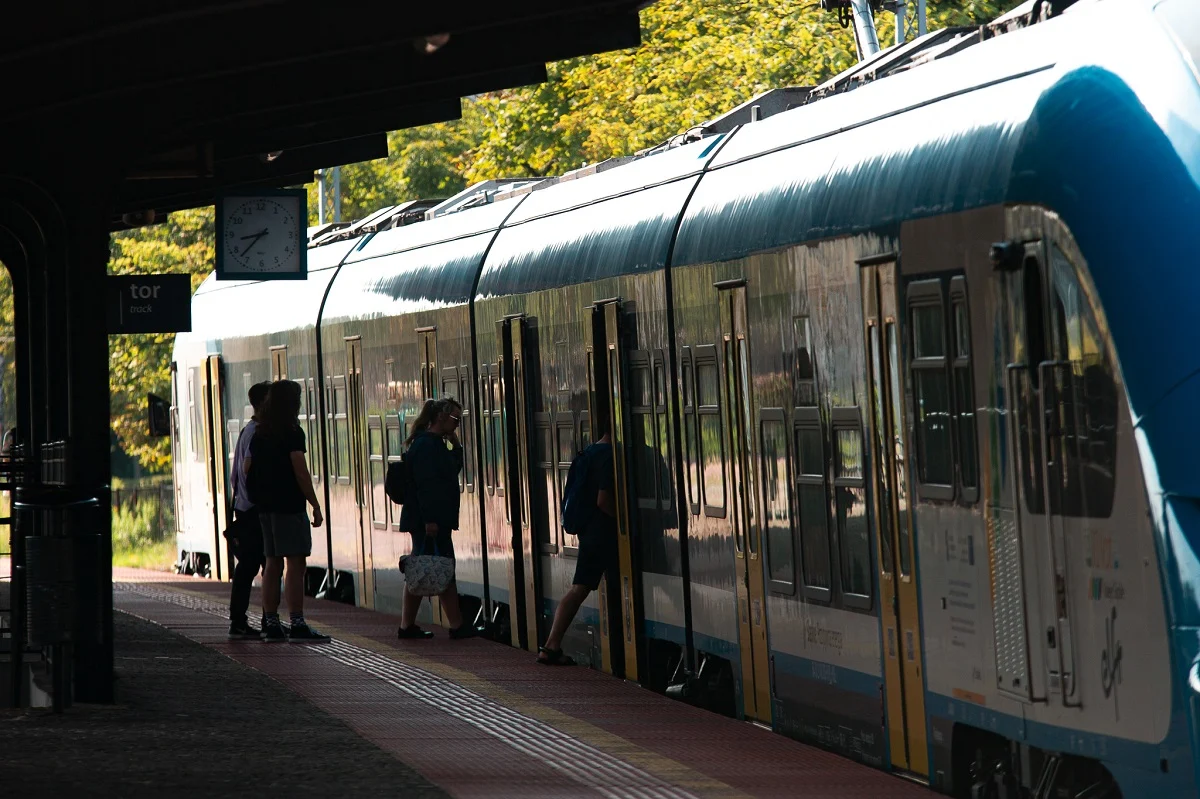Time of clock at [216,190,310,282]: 8:37
